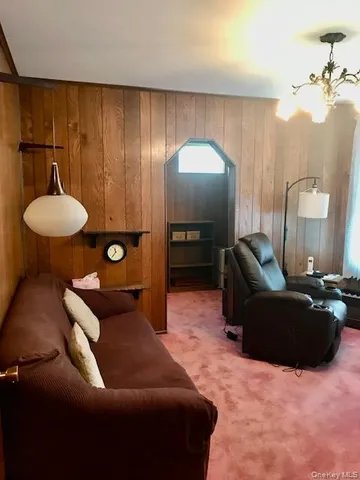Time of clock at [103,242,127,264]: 11:36
